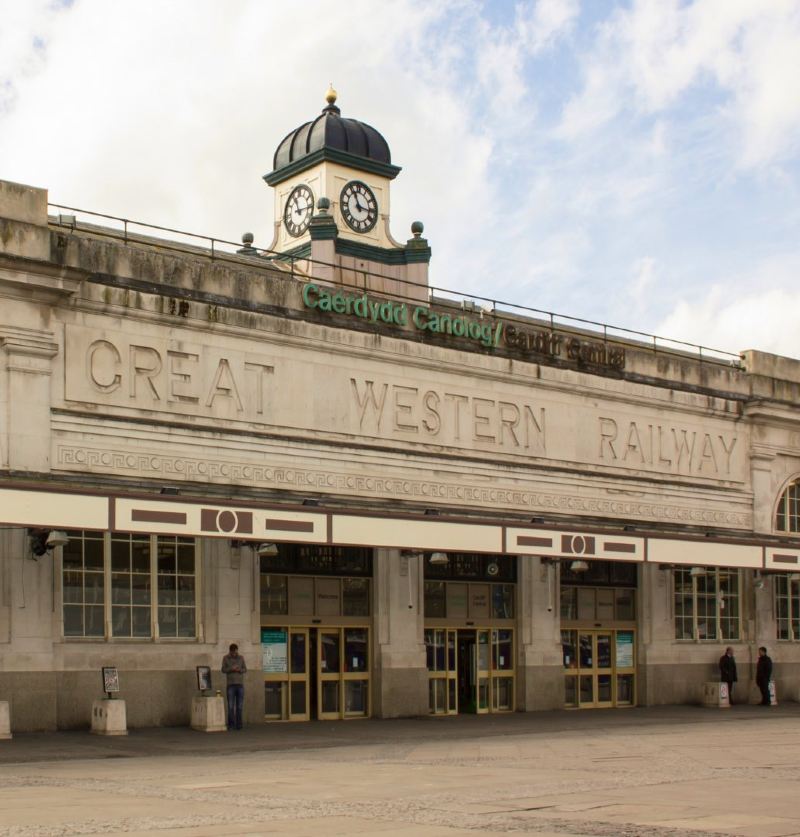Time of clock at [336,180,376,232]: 11:16
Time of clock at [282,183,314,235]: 11:14
